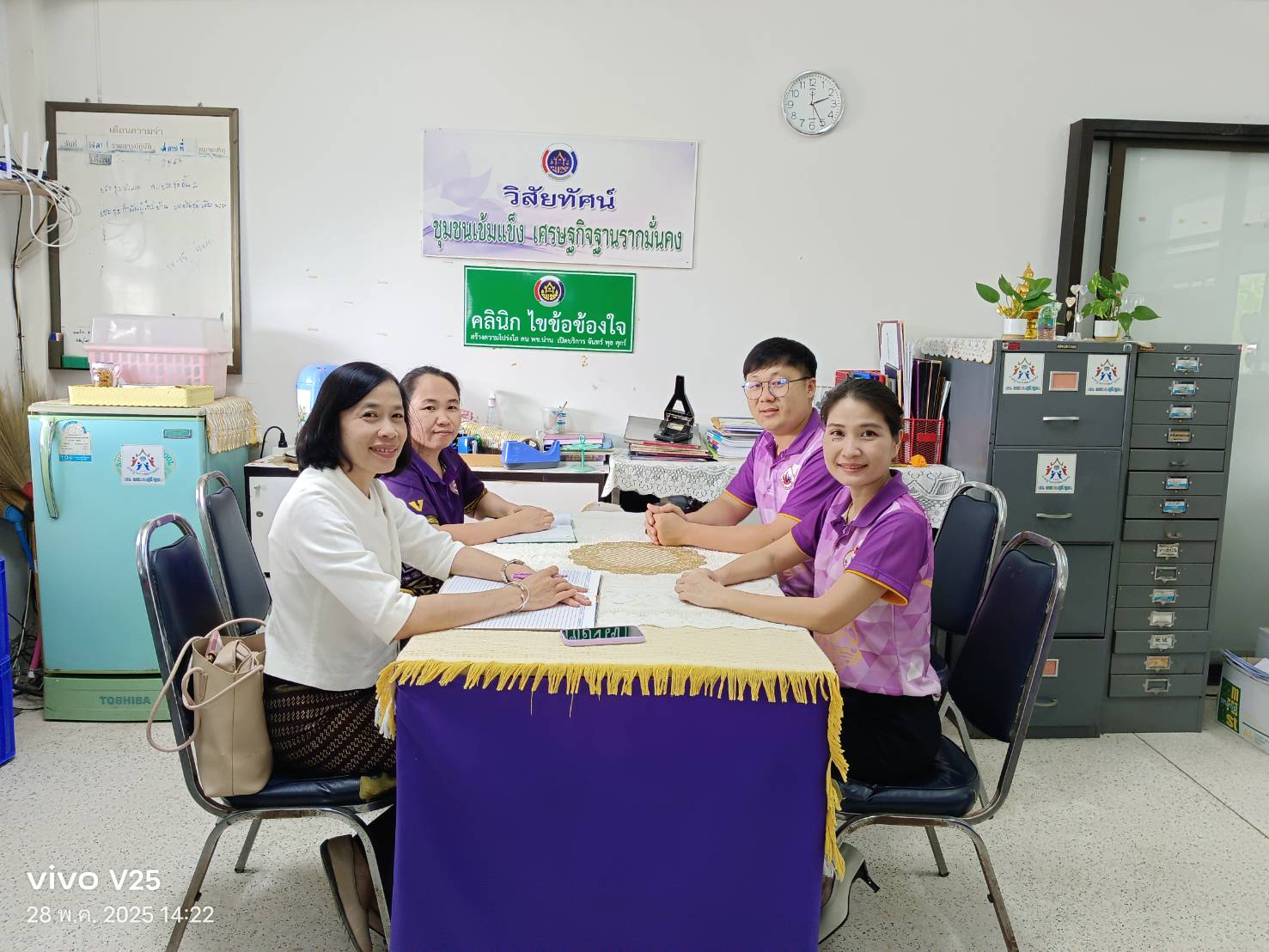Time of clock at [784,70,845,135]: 2:25
